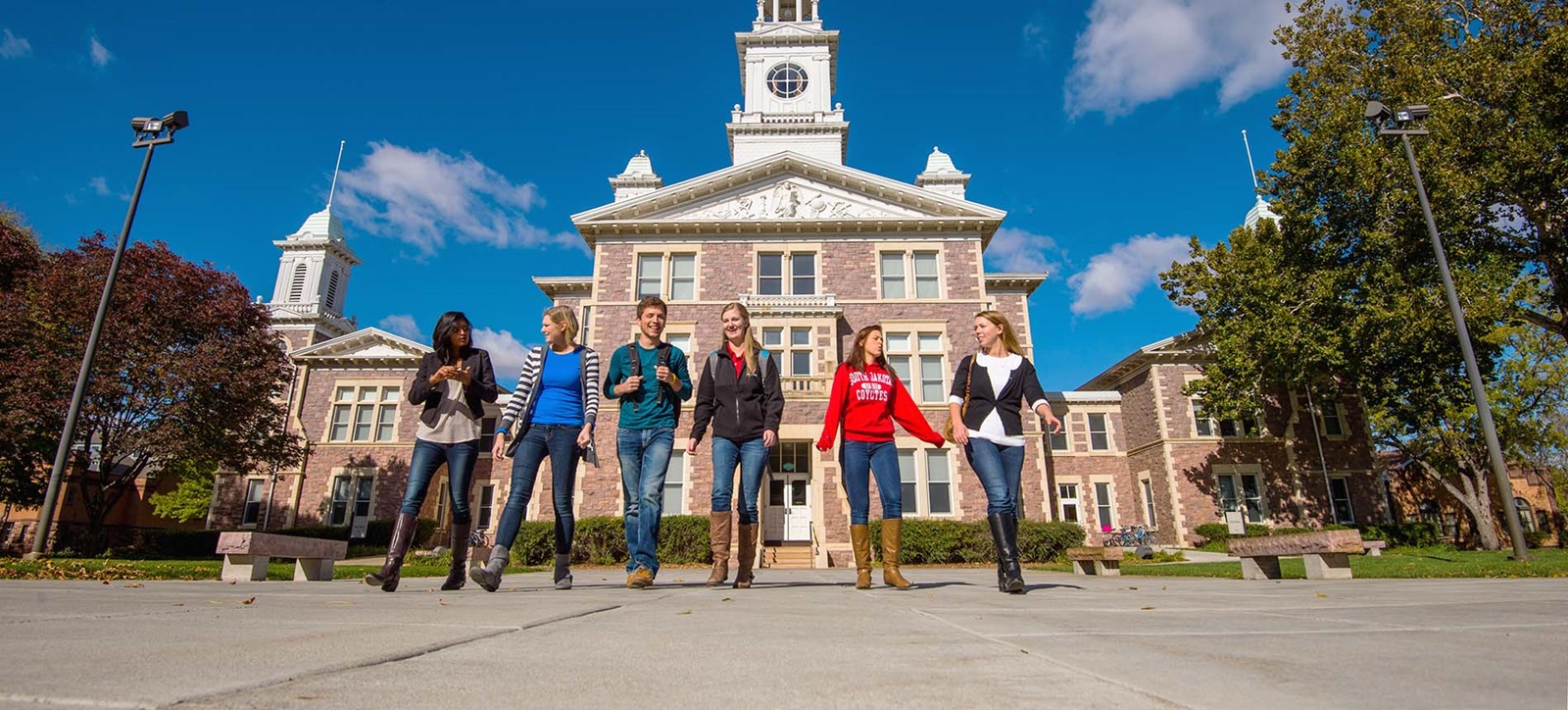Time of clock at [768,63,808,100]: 5:59
